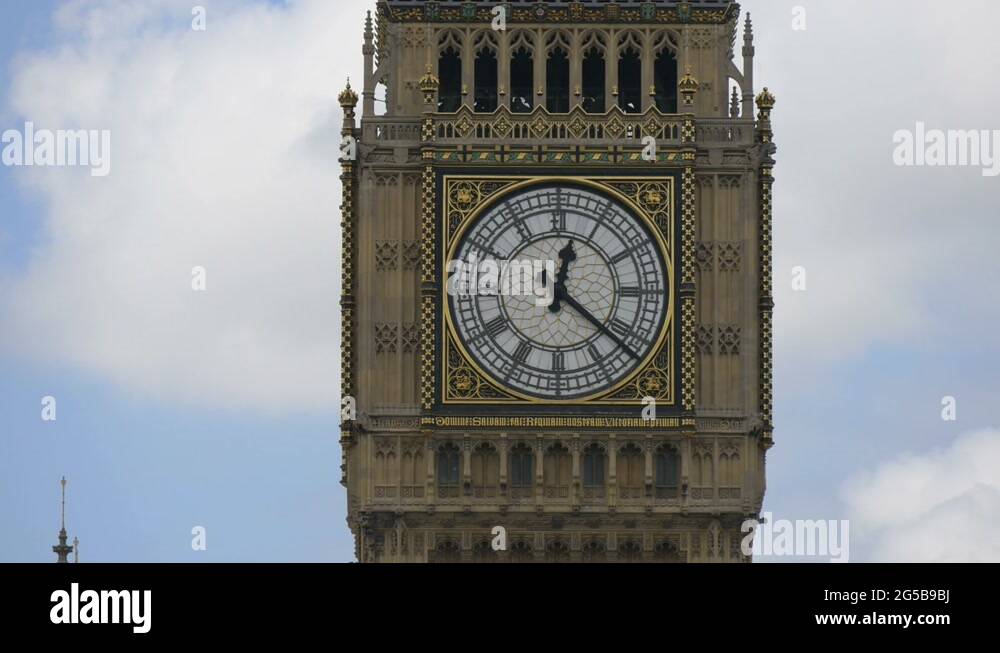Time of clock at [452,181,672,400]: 12:21
